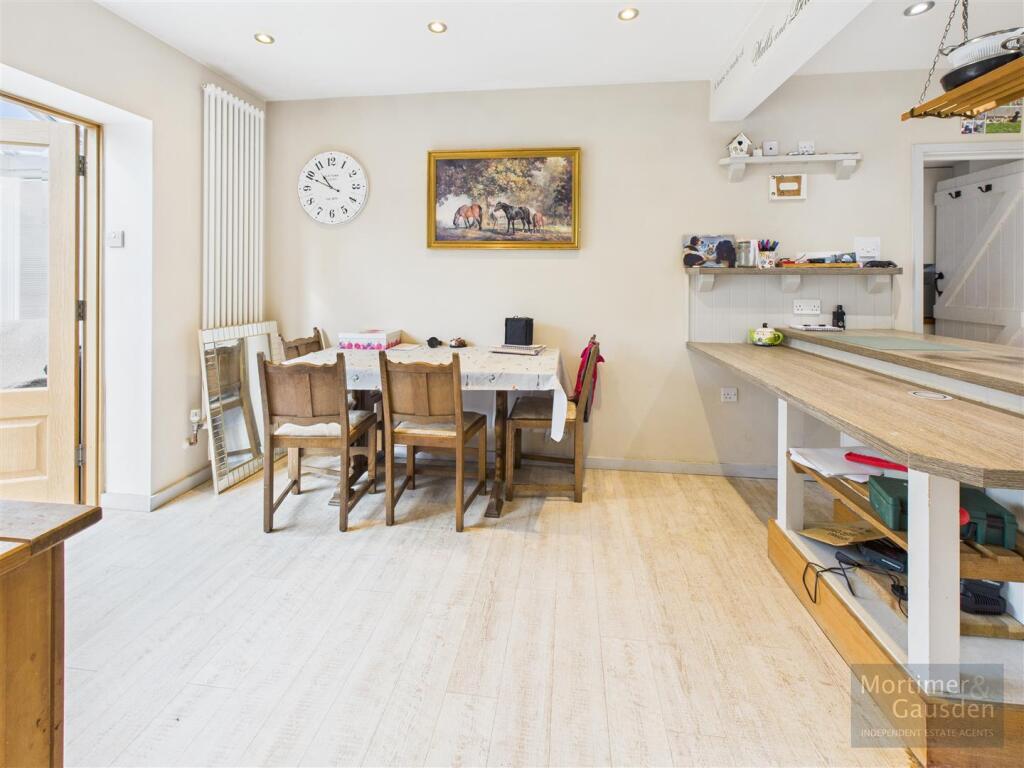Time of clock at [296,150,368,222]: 10:49
